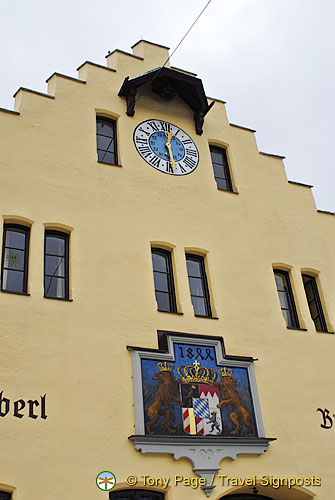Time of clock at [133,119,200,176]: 12:28
